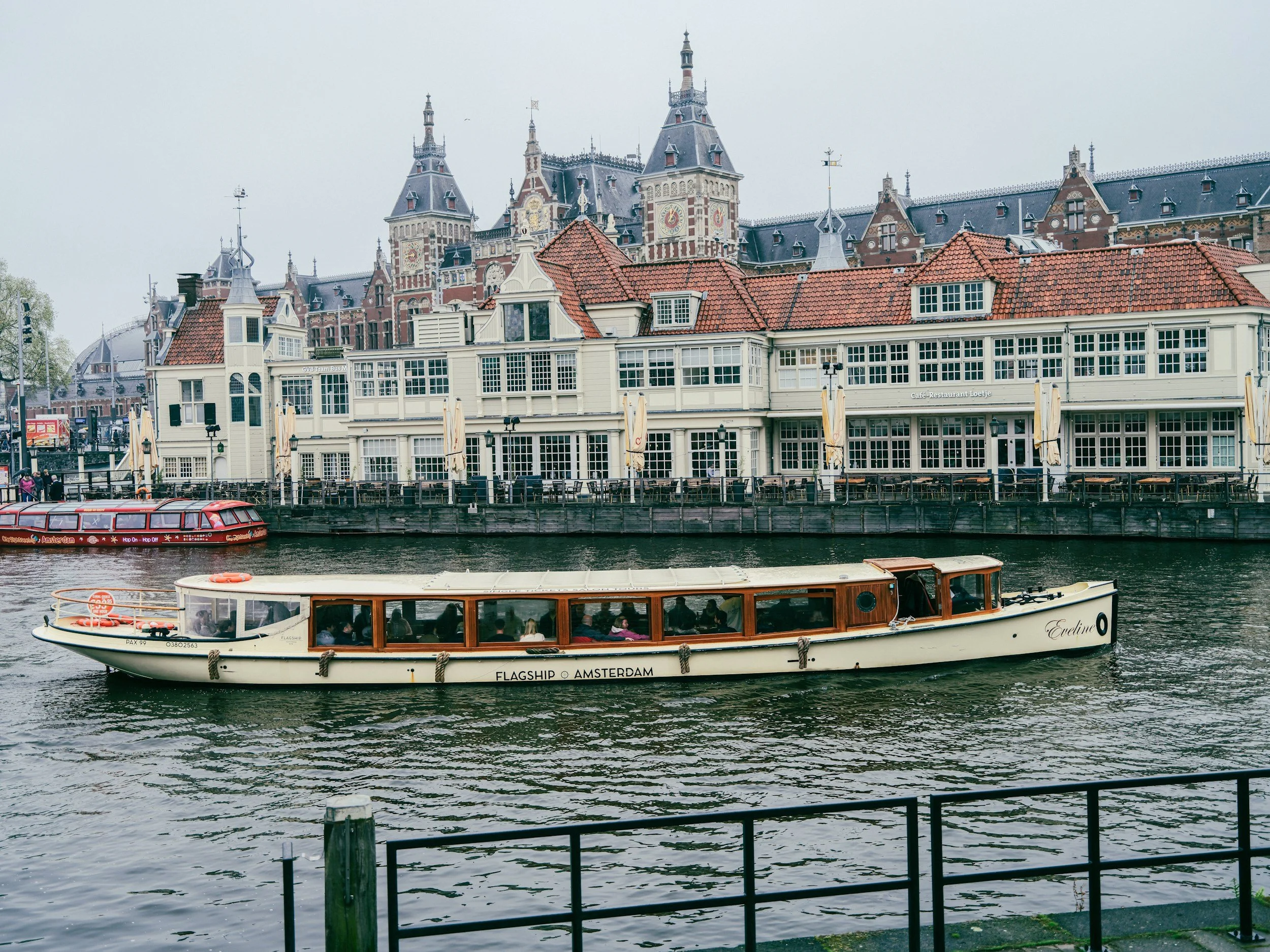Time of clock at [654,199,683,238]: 12:04
